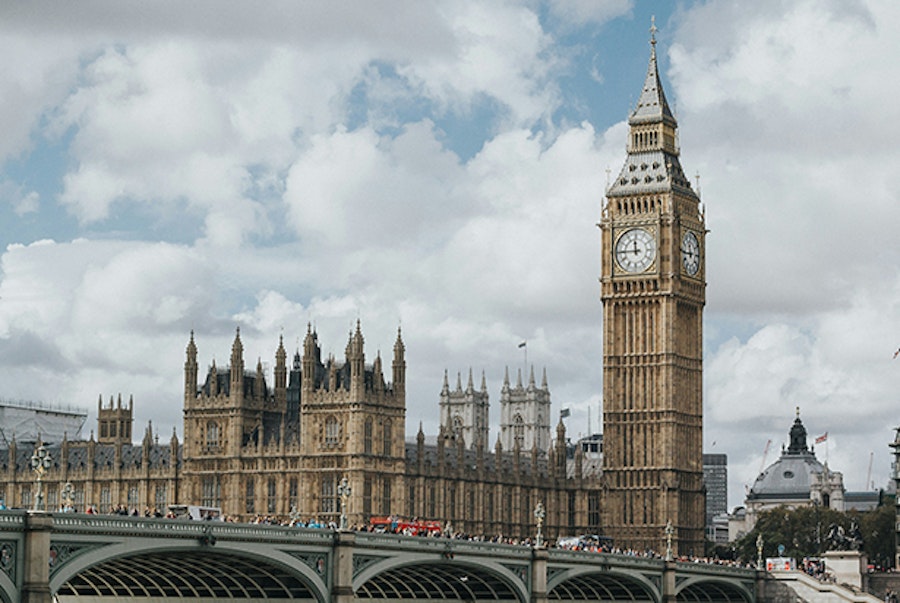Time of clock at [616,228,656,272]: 11:44
